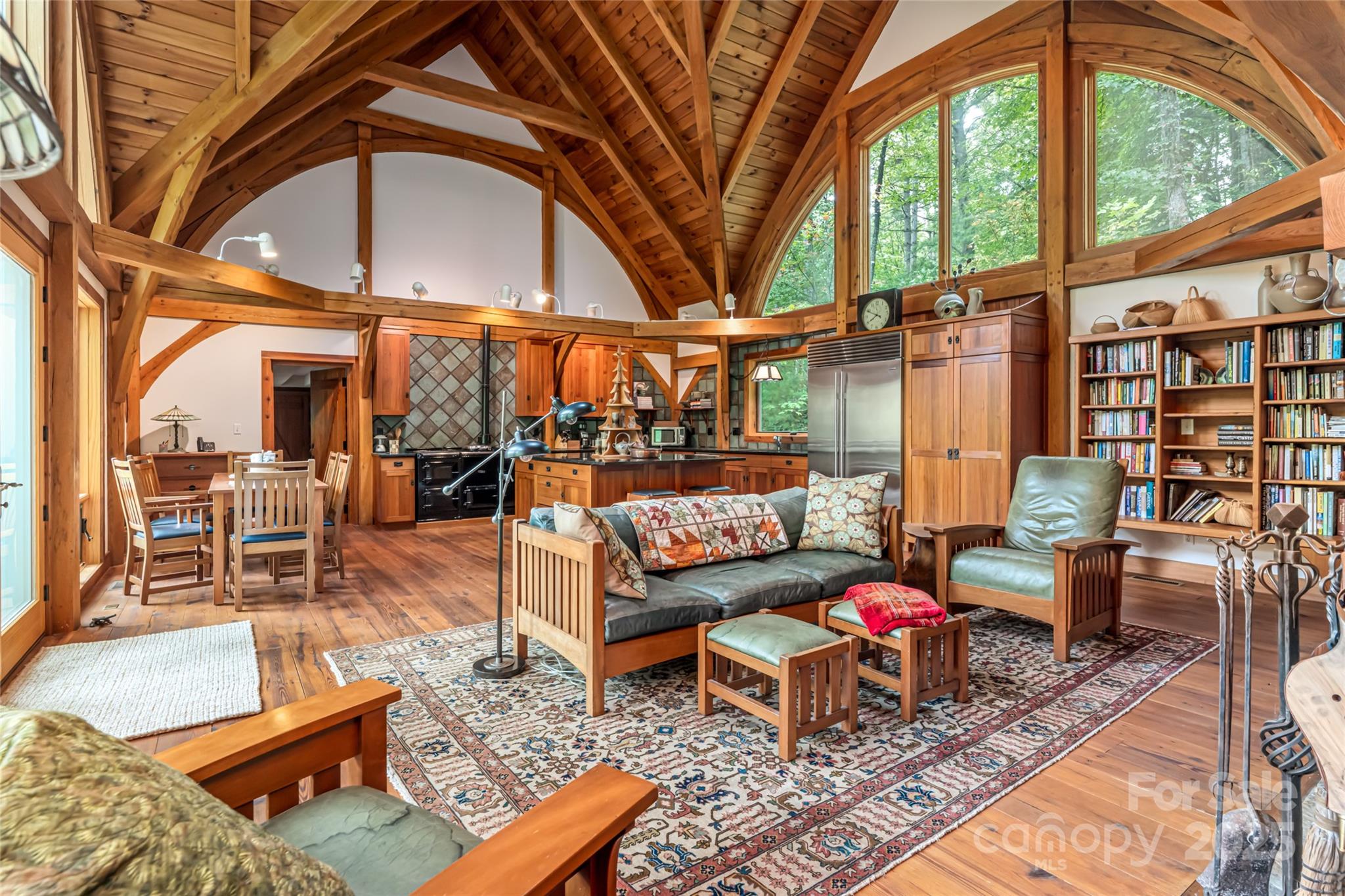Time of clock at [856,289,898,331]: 7:49
